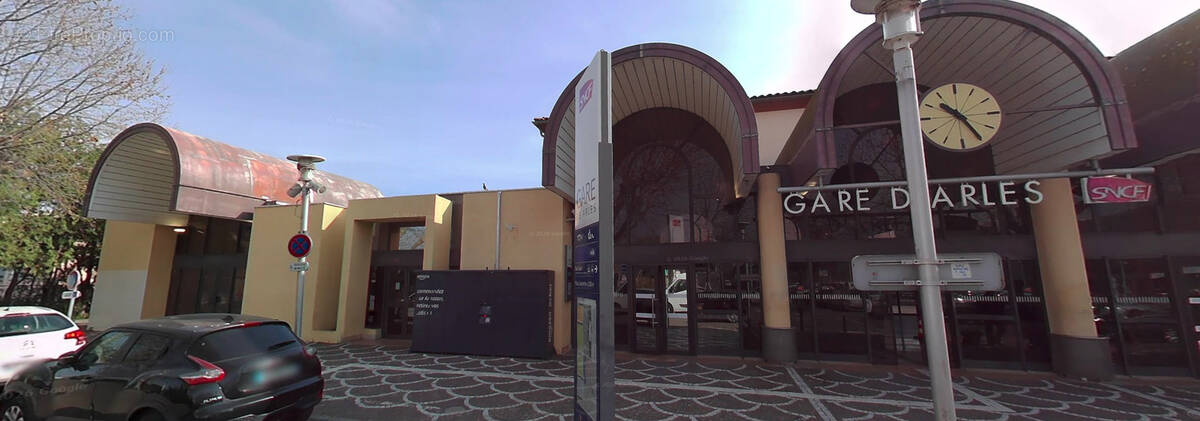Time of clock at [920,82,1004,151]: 10:24
